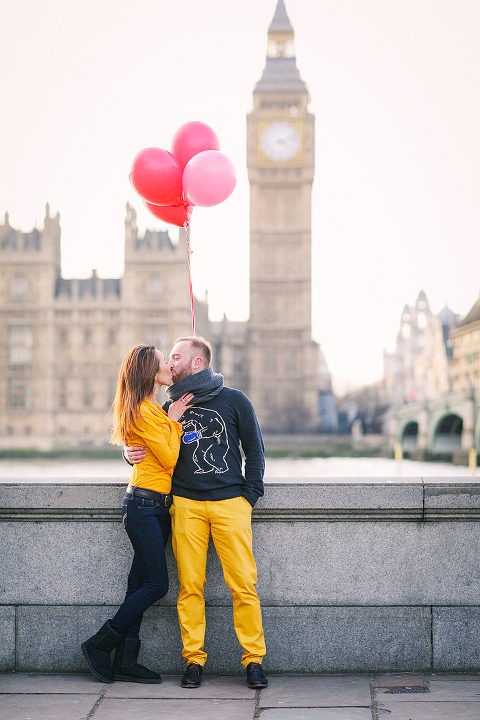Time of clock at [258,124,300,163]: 4:12
